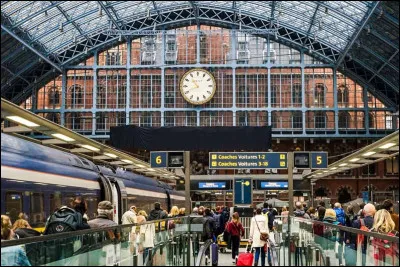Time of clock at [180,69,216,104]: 10:41
